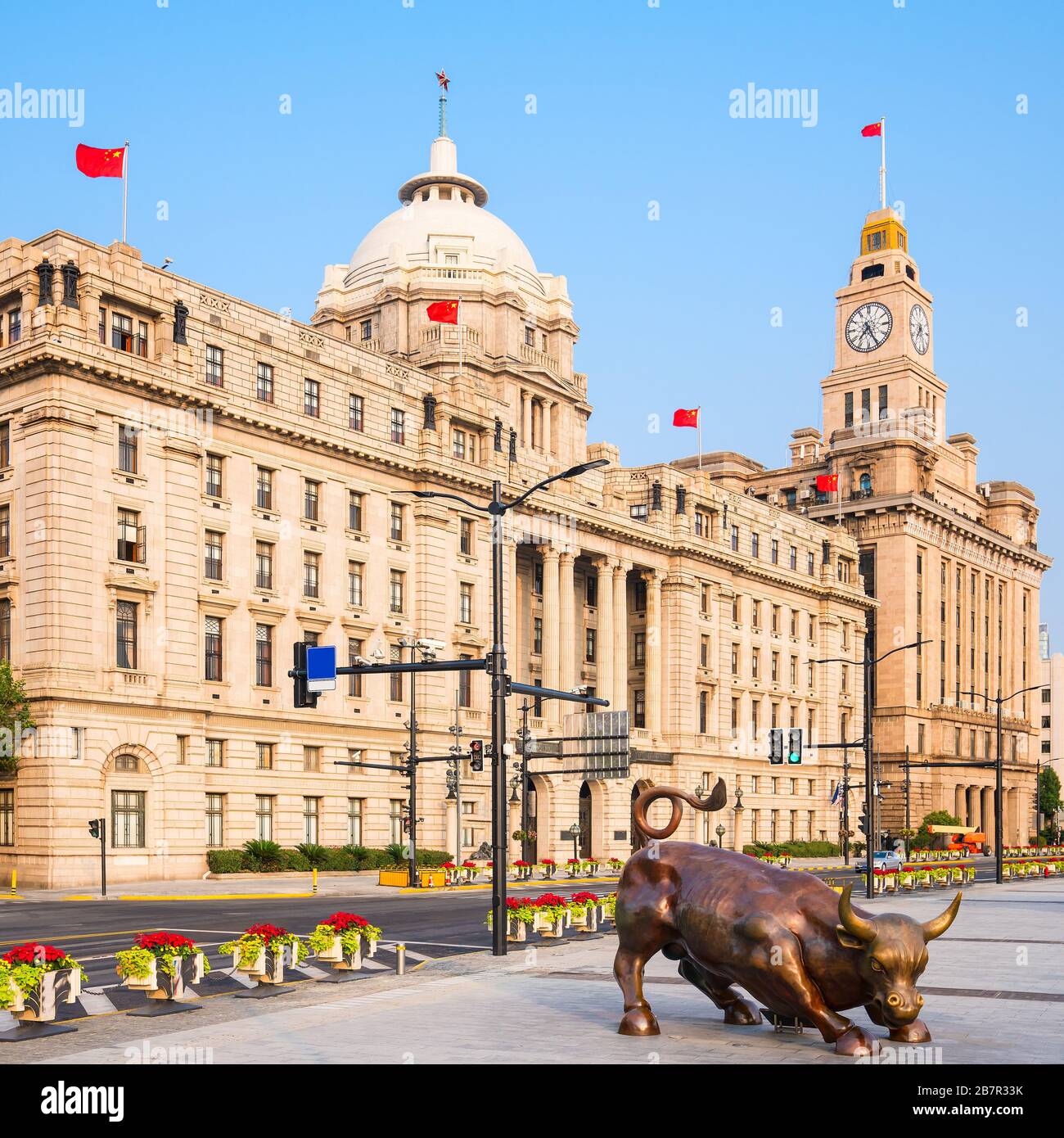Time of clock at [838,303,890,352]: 7:25
